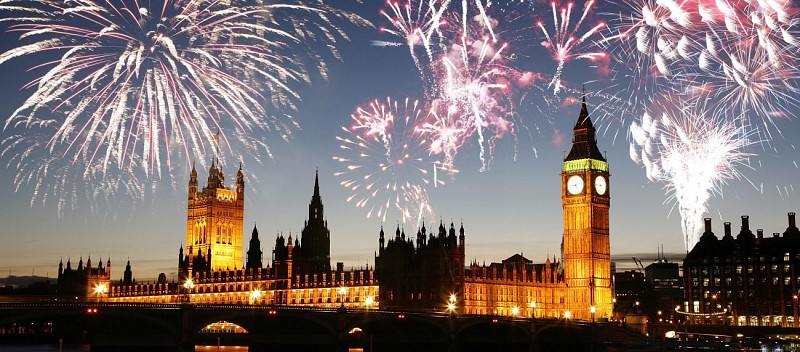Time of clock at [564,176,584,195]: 4:44
